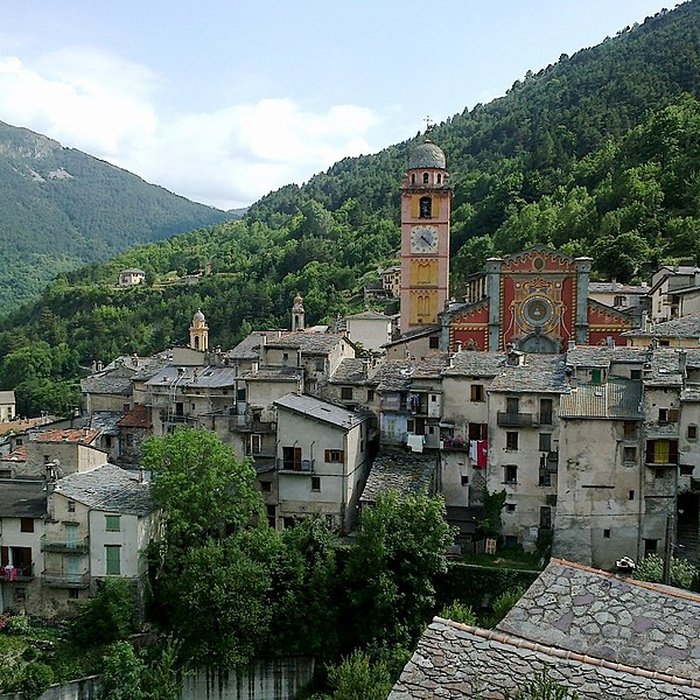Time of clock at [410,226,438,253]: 4:22
